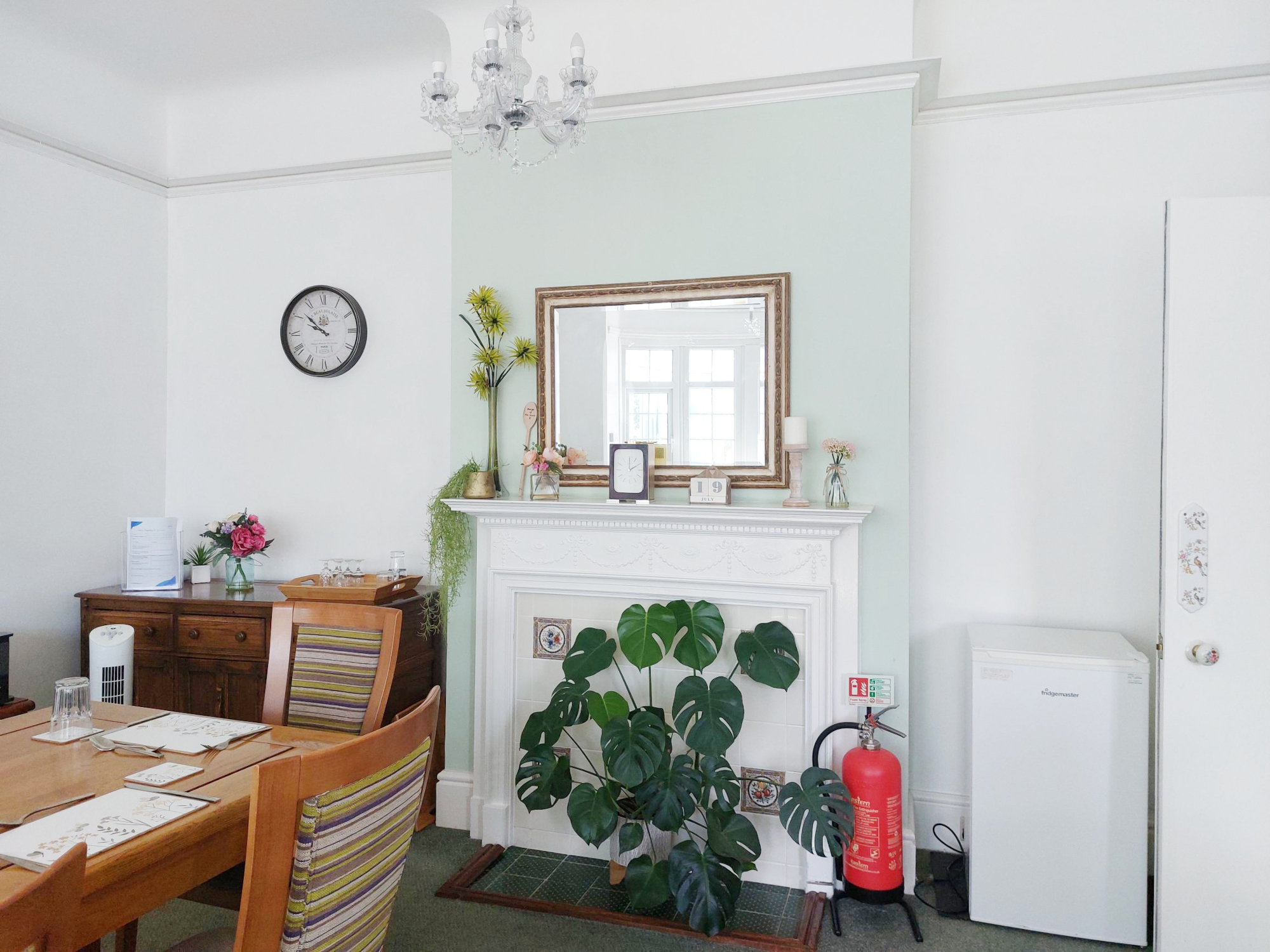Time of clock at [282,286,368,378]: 9:51
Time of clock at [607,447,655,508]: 12:11
